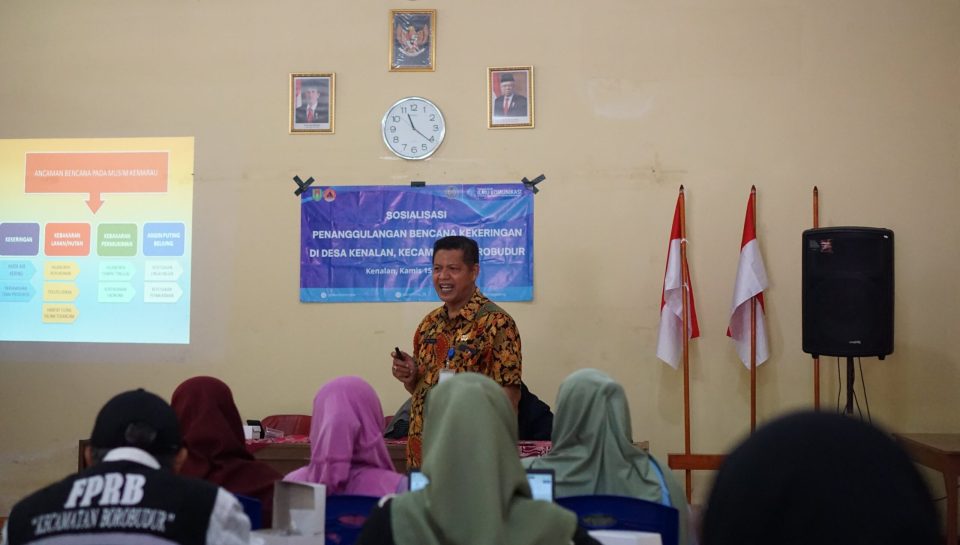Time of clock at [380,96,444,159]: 11:21
